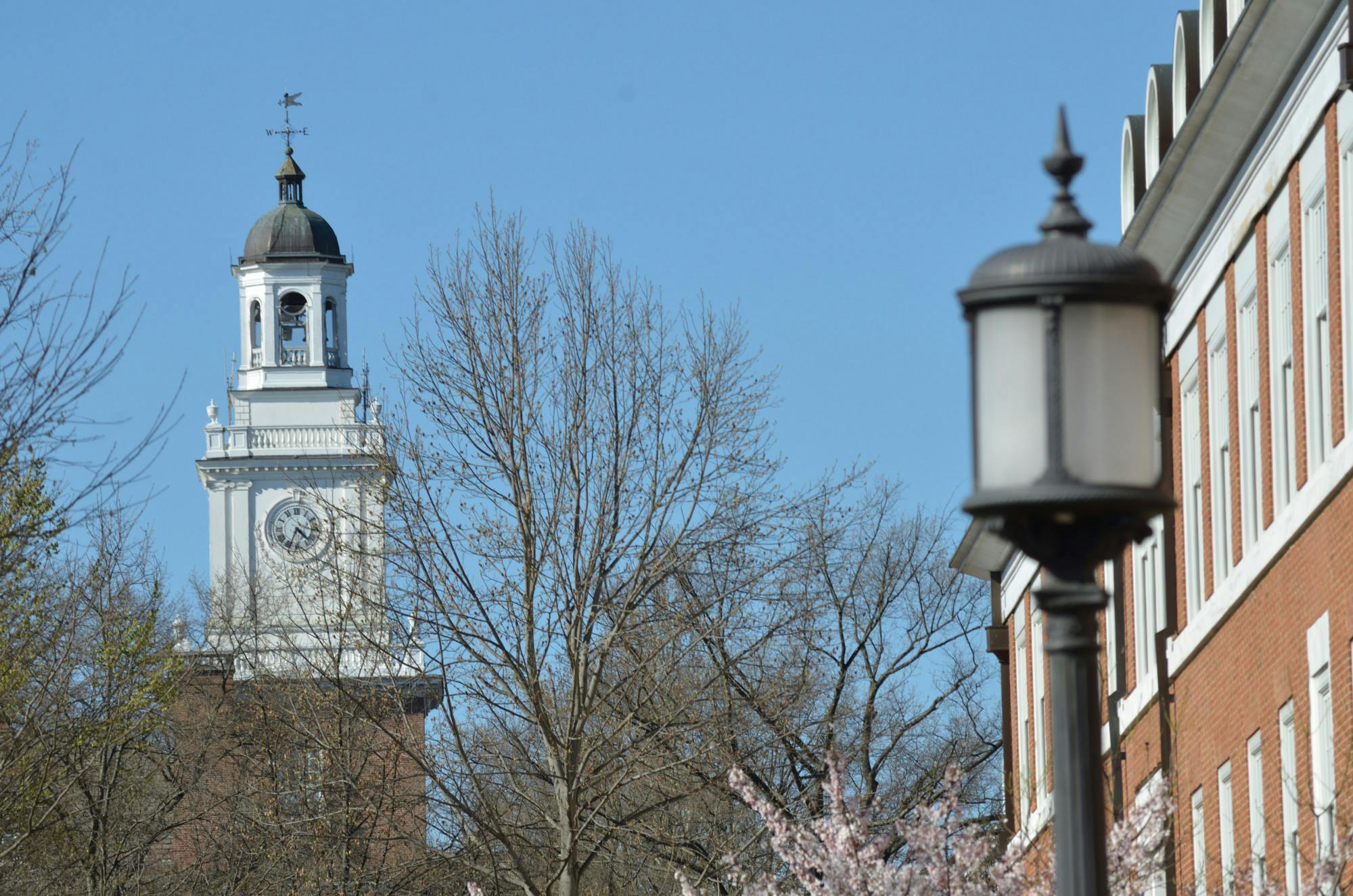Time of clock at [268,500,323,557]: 4:34
